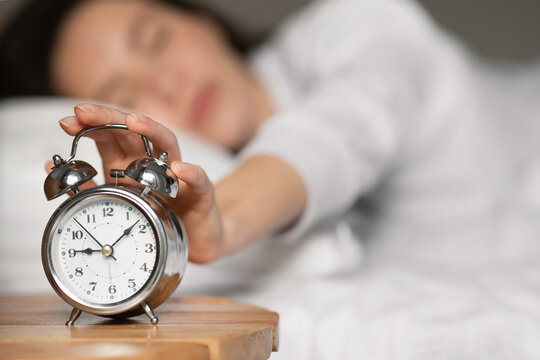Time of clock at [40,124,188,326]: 9:08
